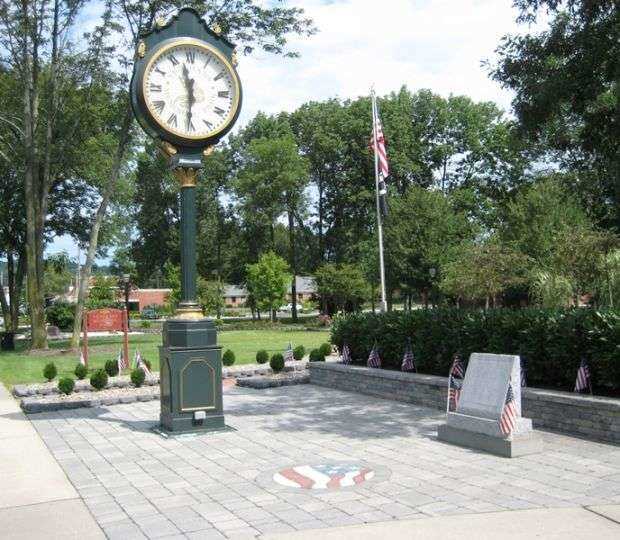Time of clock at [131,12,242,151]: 11:30
